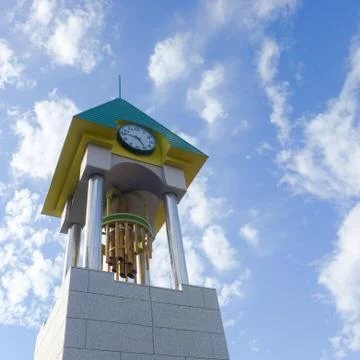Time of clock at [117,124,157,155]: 4:46
